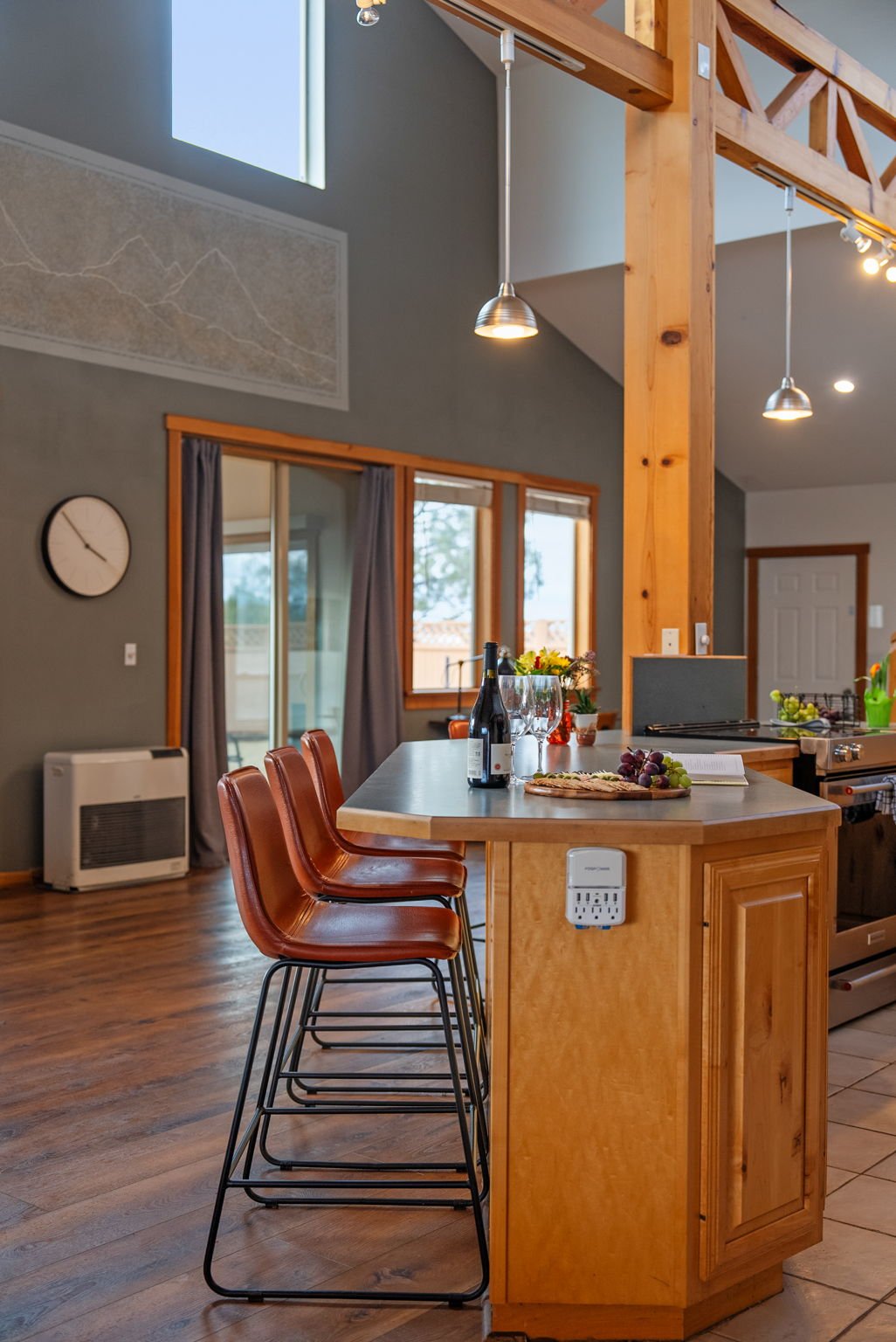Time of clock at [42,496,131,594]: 3:52
